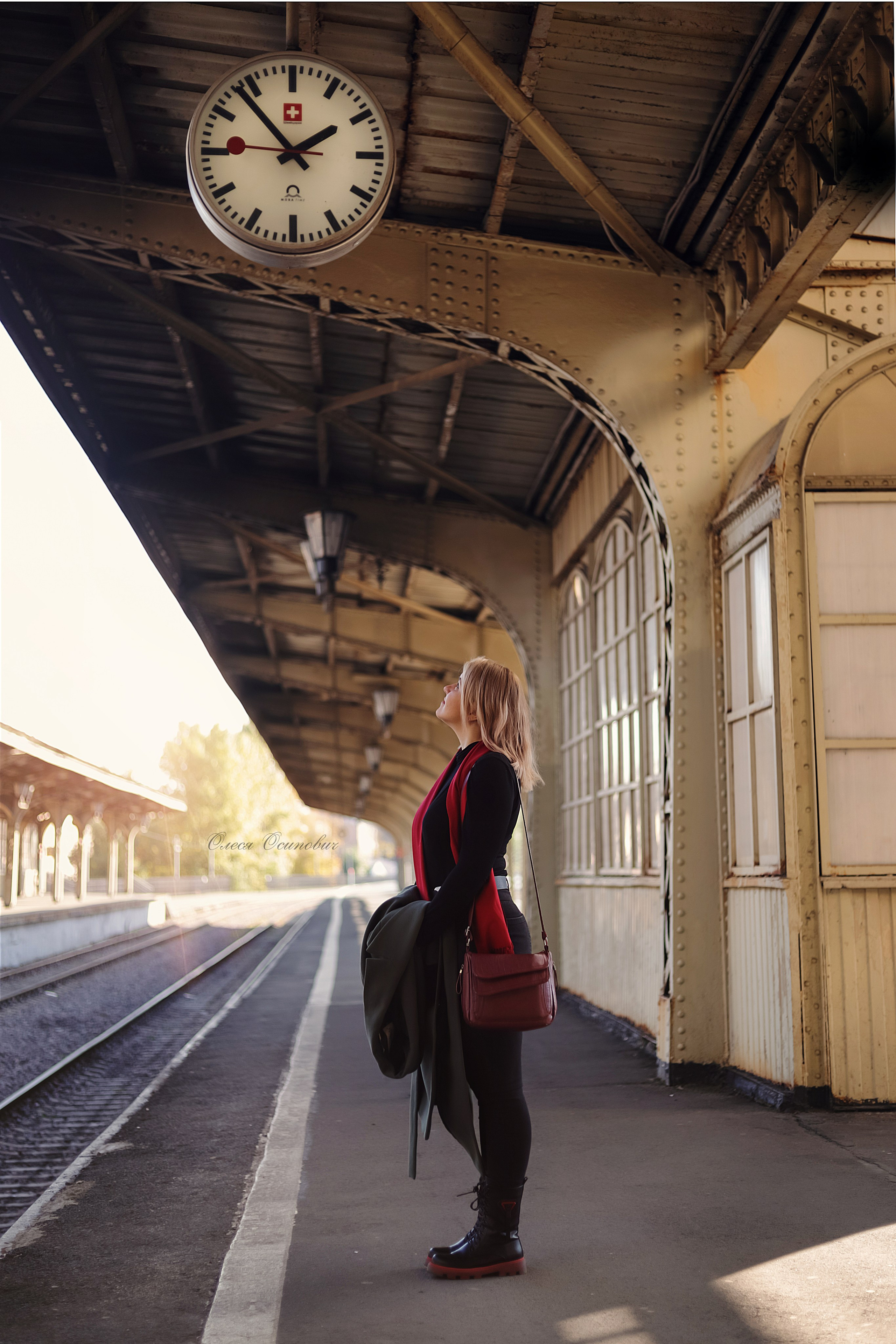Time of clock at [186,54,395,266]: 1:53
